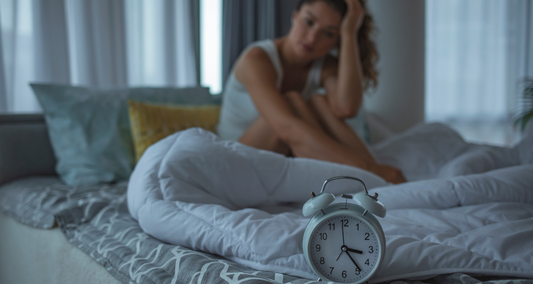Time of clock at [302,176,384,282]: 3:23
